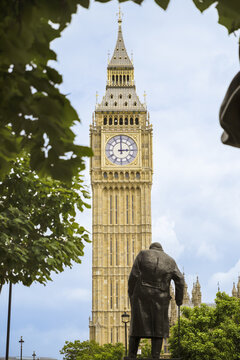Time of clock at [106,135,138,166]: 2:59
